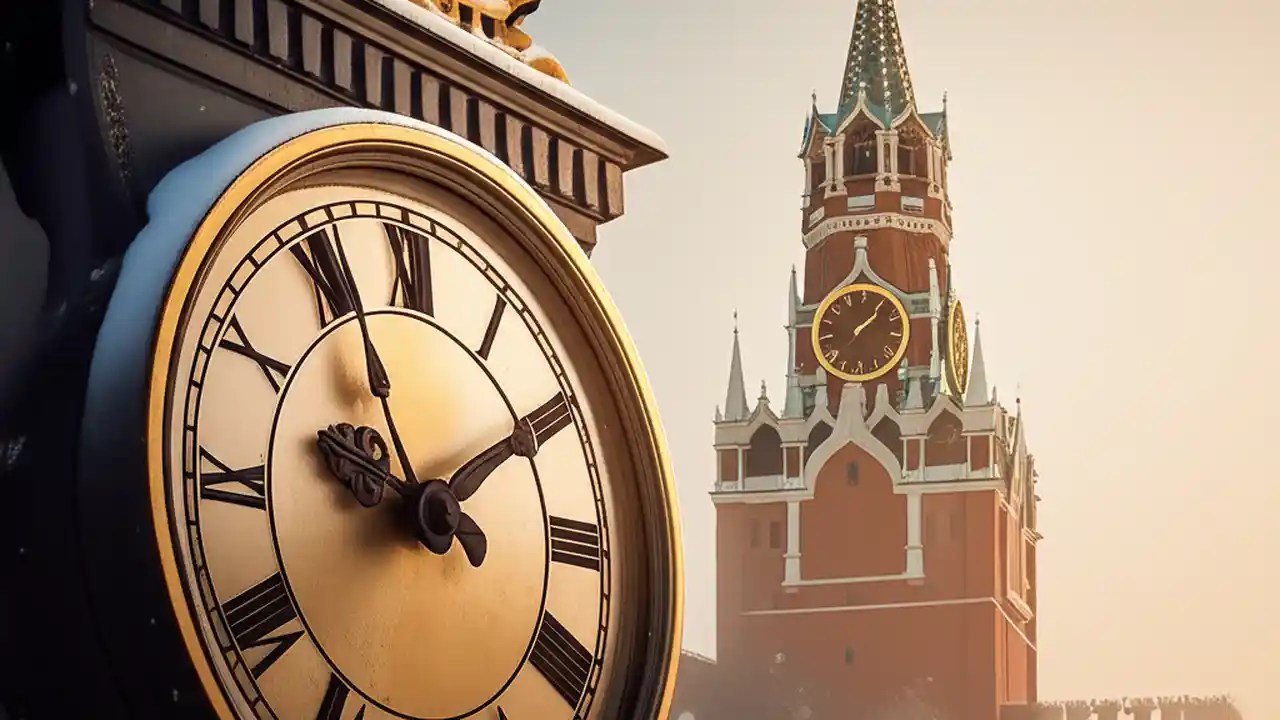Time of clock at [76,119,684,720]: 1:56
